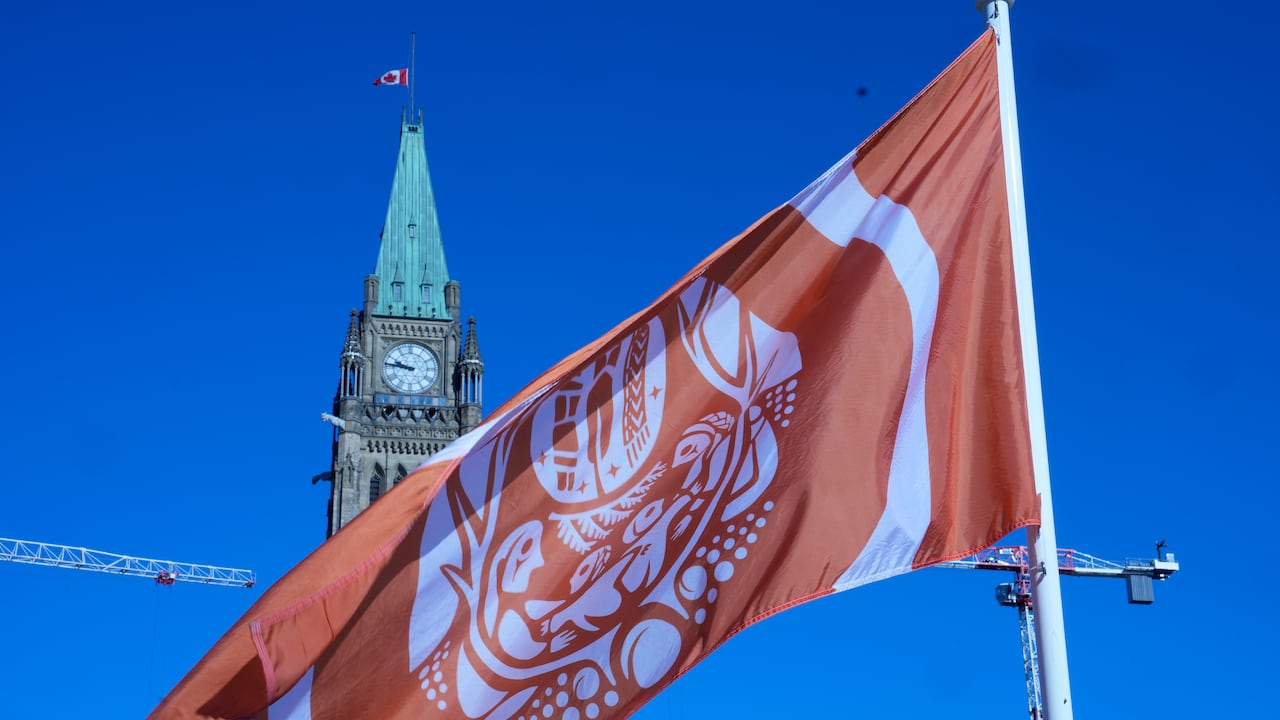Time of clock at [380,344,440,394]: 9:46
